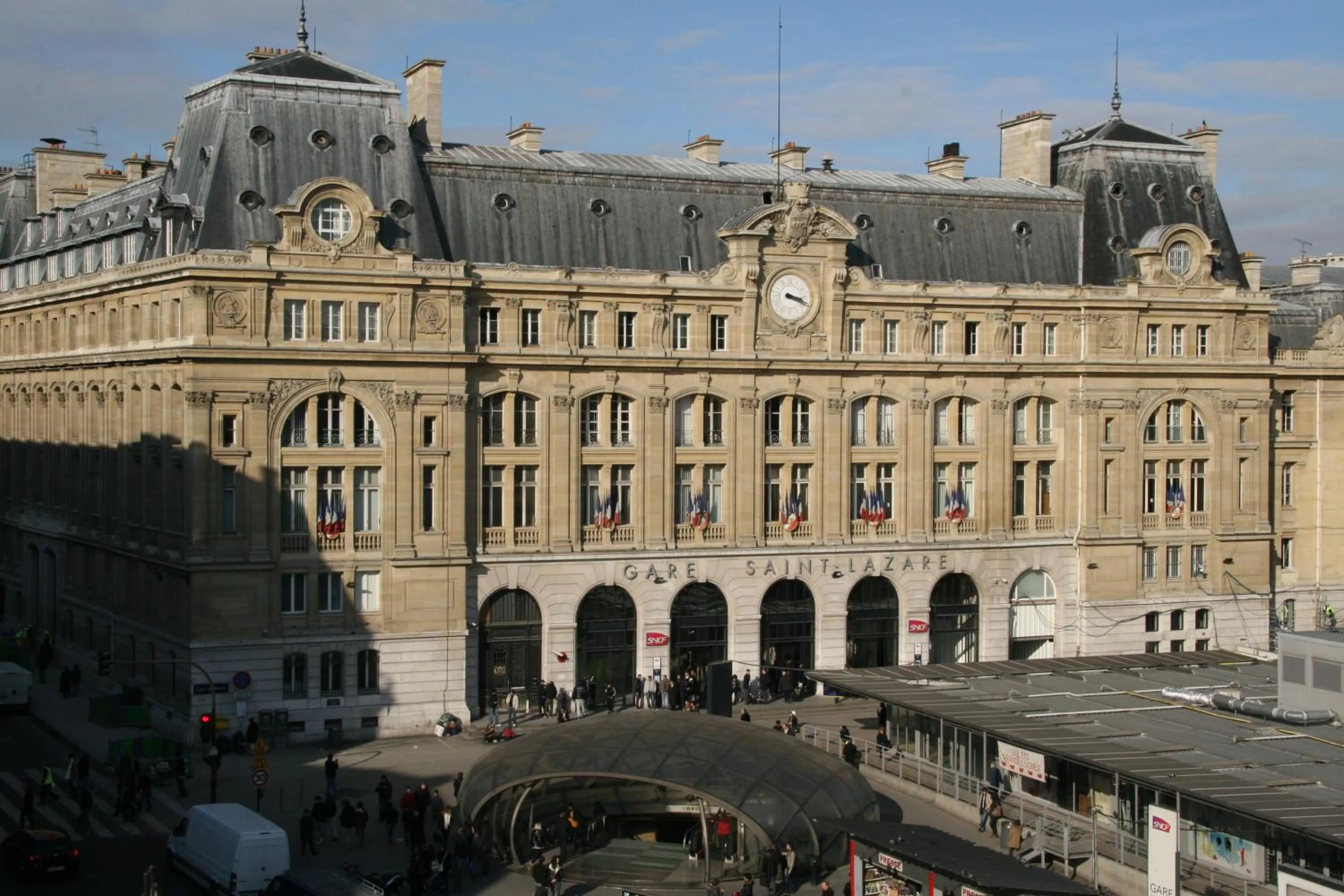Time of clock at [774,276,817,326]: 3:18
